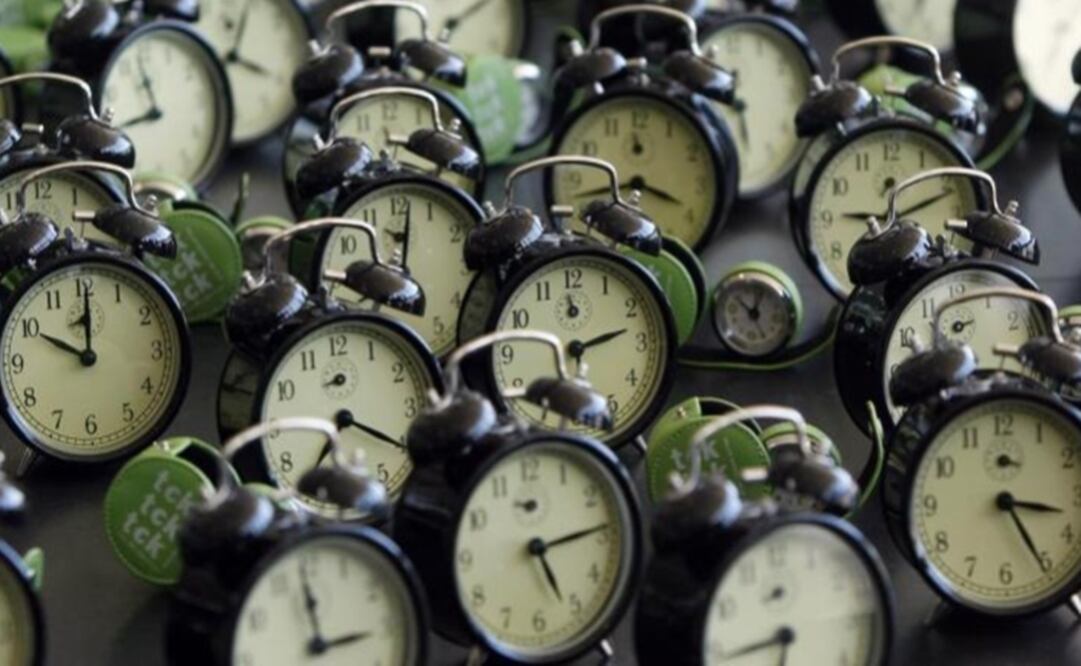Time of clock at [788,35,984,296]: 12:10
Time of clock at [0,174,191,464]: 10:00
